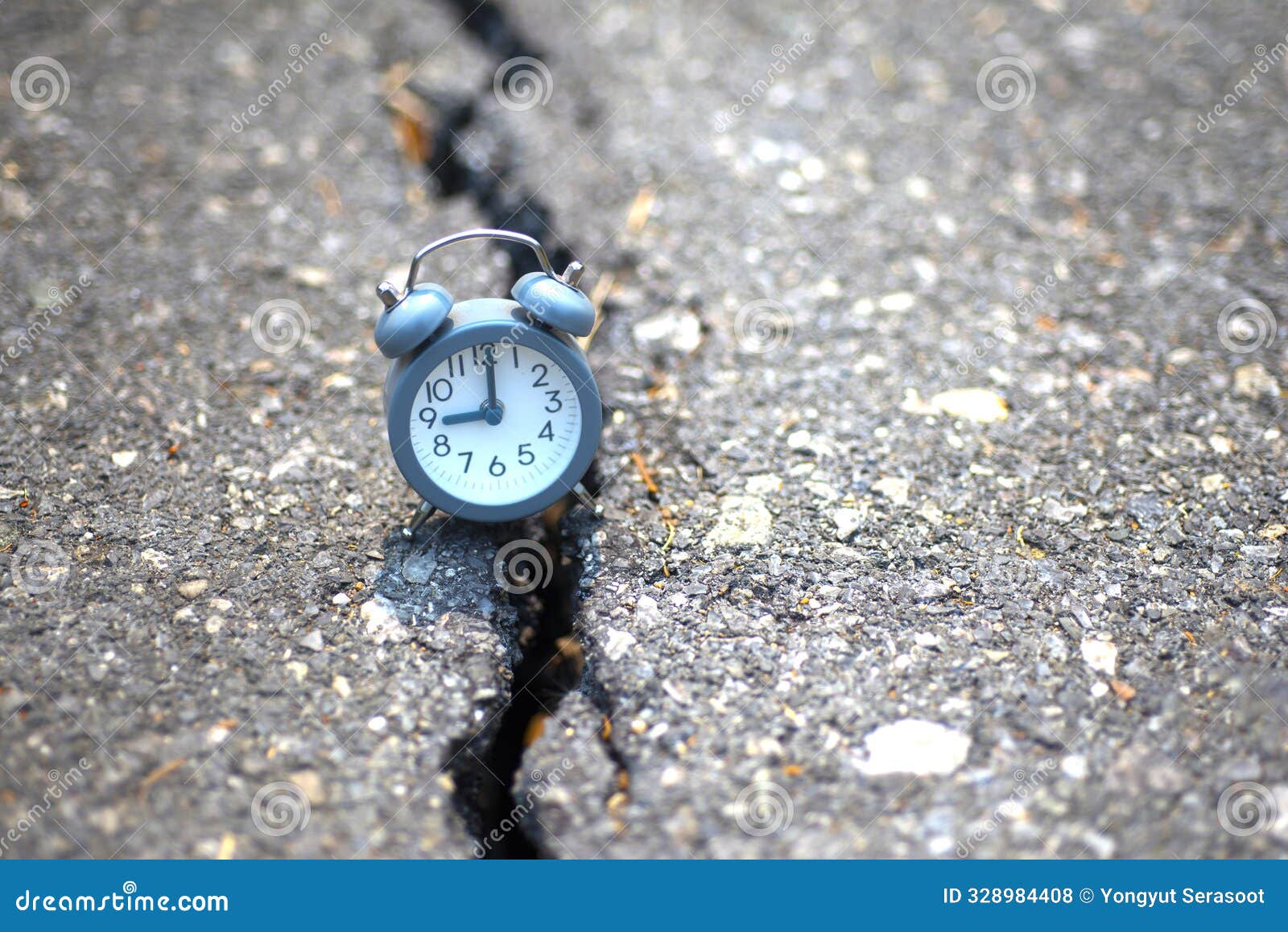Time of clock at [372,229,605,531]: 9:01
